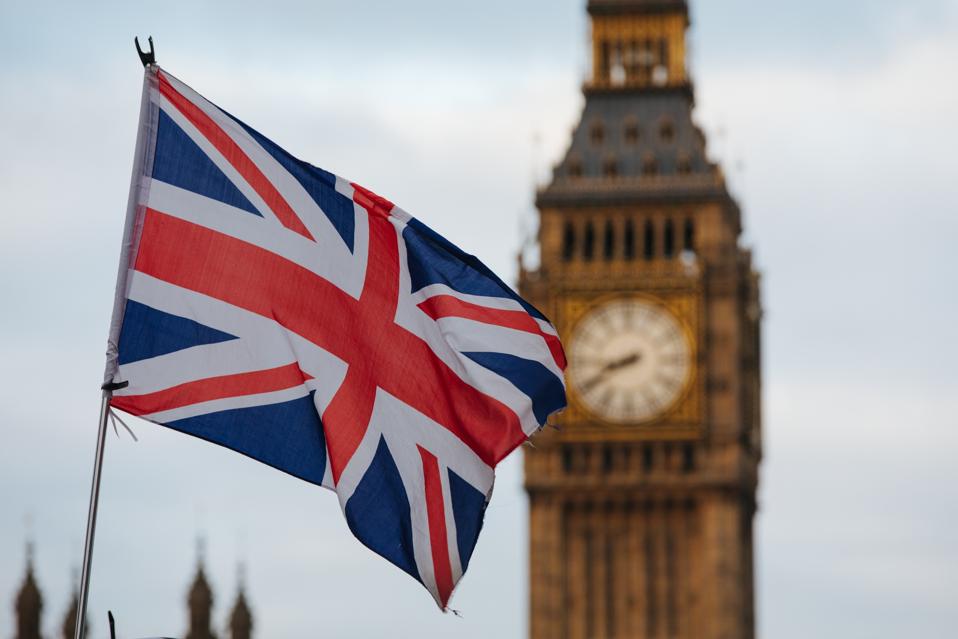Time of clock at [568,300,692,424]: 8:40
